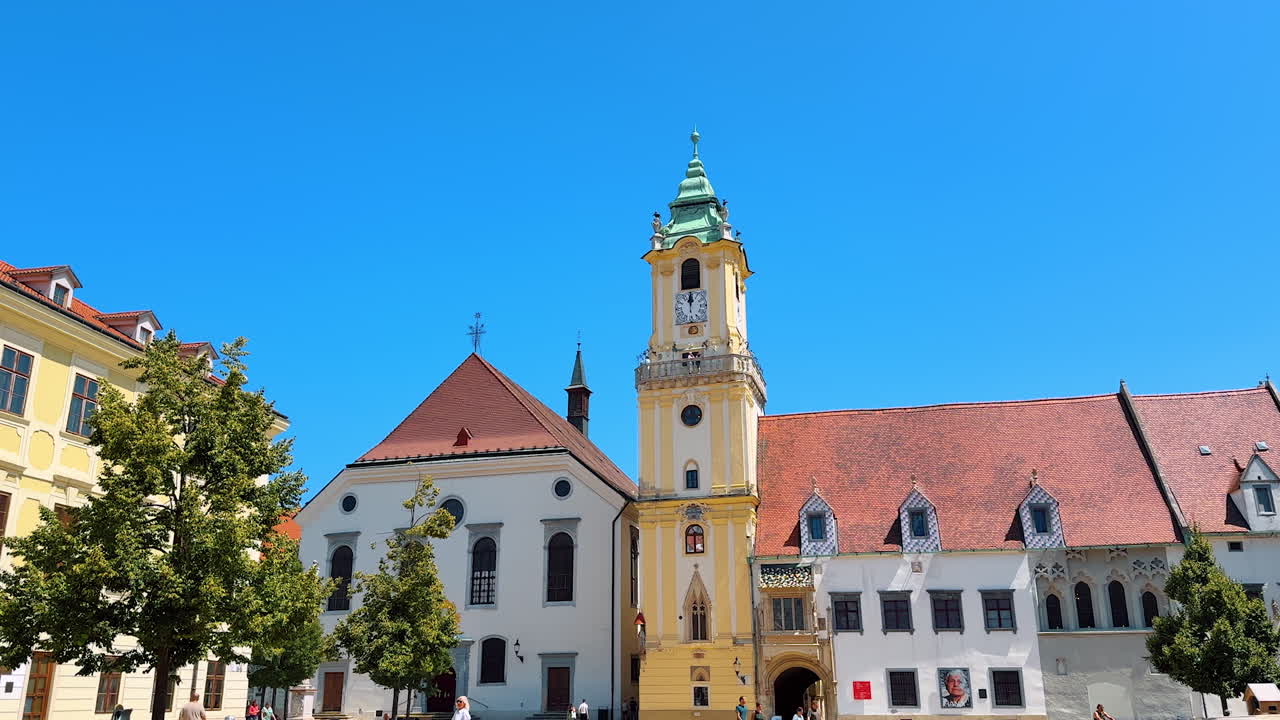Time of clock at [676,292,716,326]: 12:00
